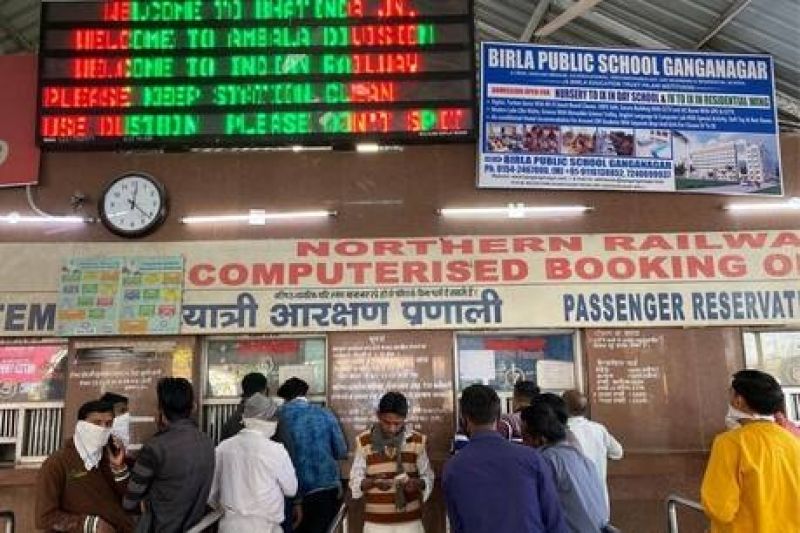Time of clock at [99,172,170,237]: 12:21
